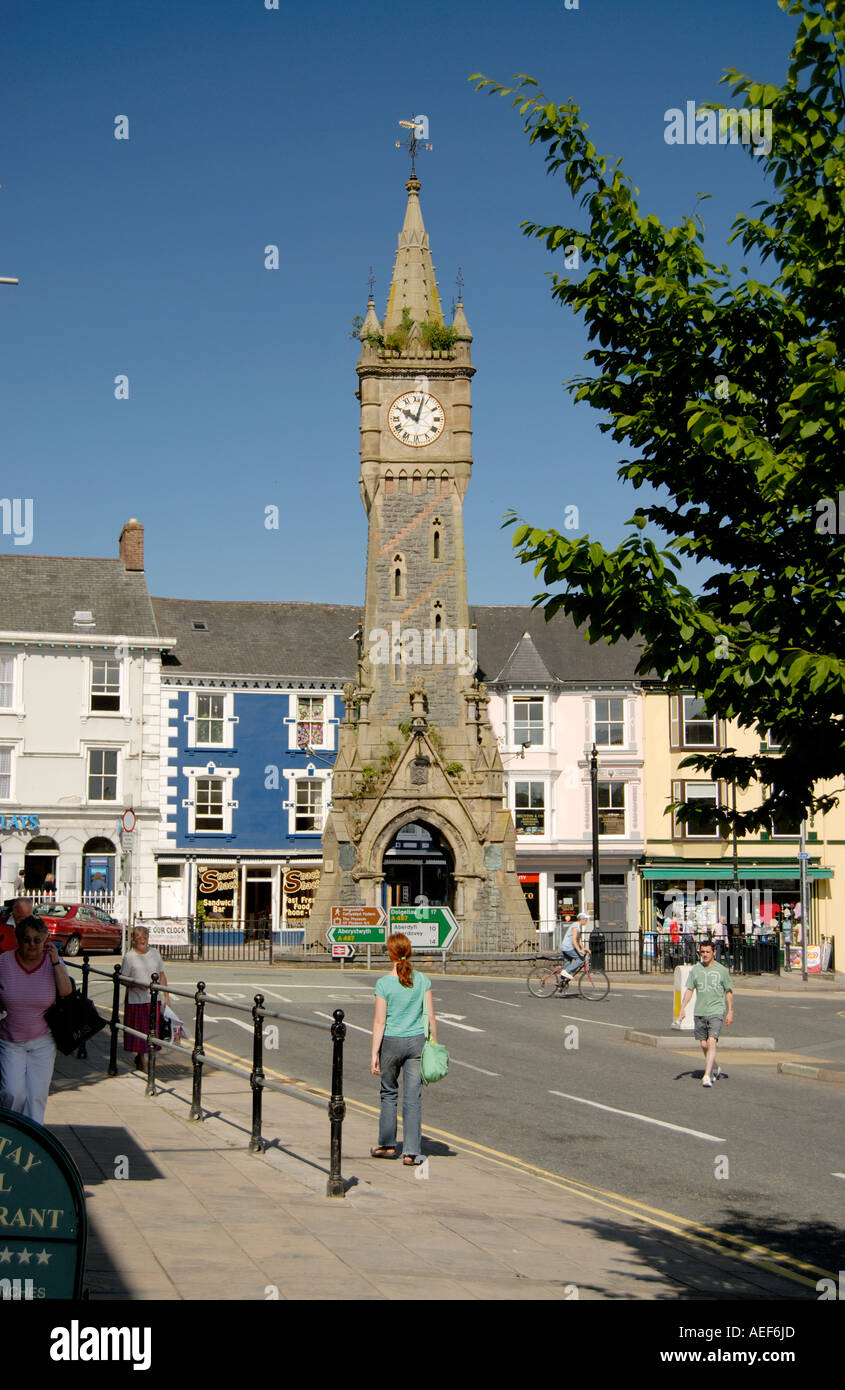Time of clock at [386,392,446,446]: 10:02
